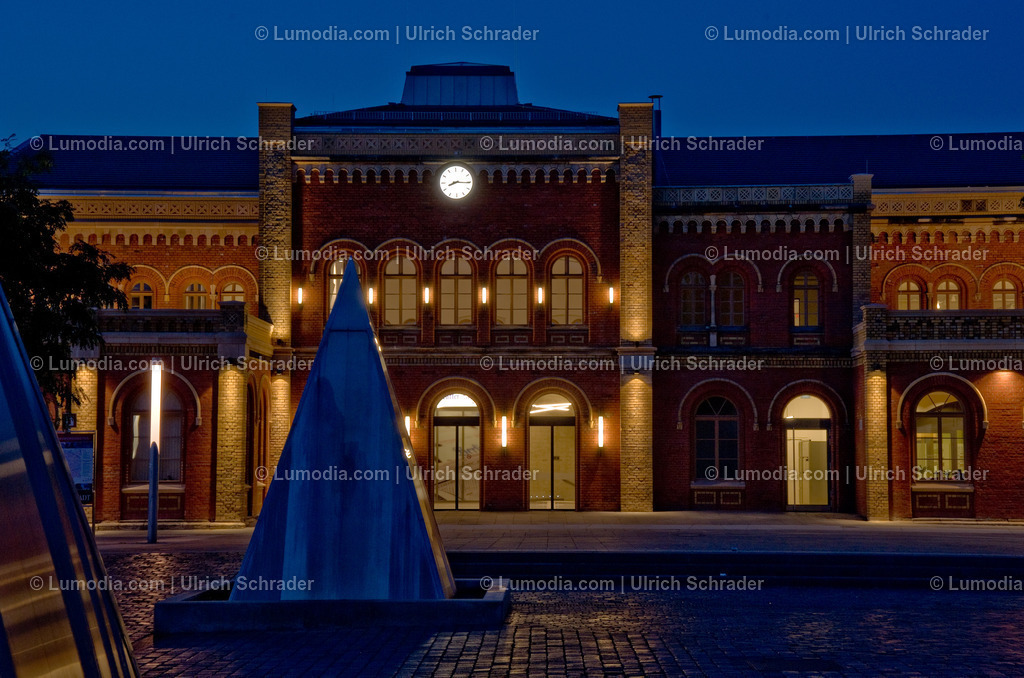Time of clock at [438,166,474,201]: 8:15
